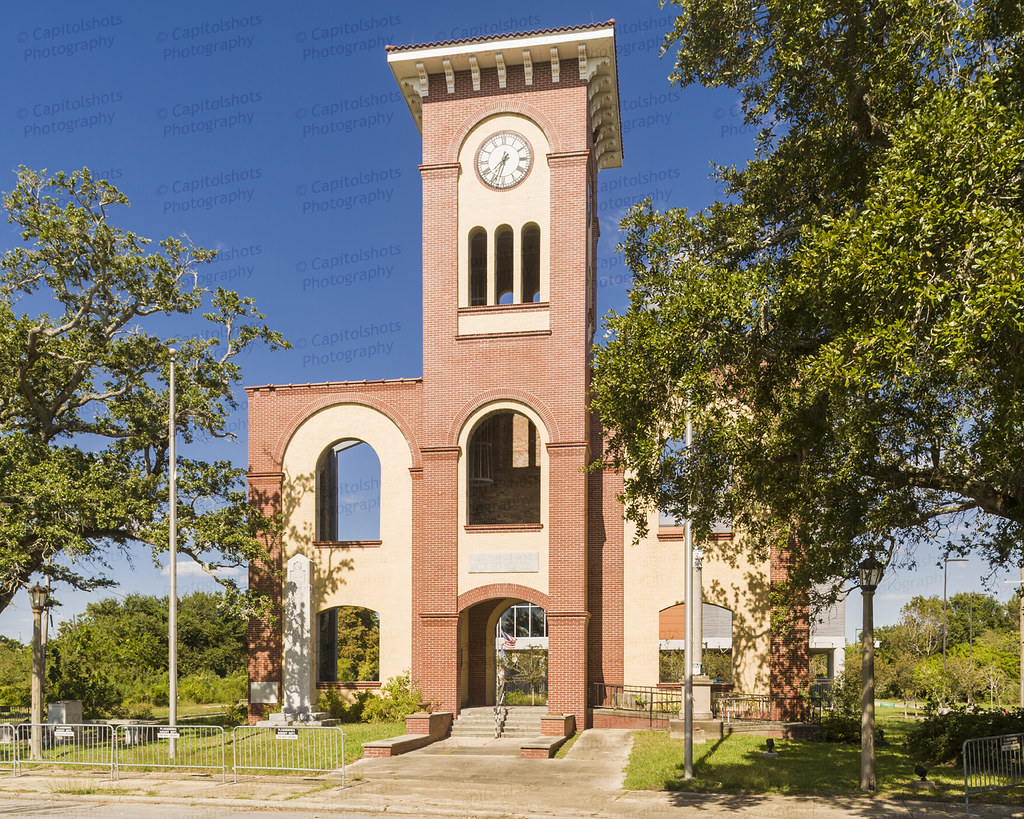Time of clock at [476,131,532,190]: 7:33
